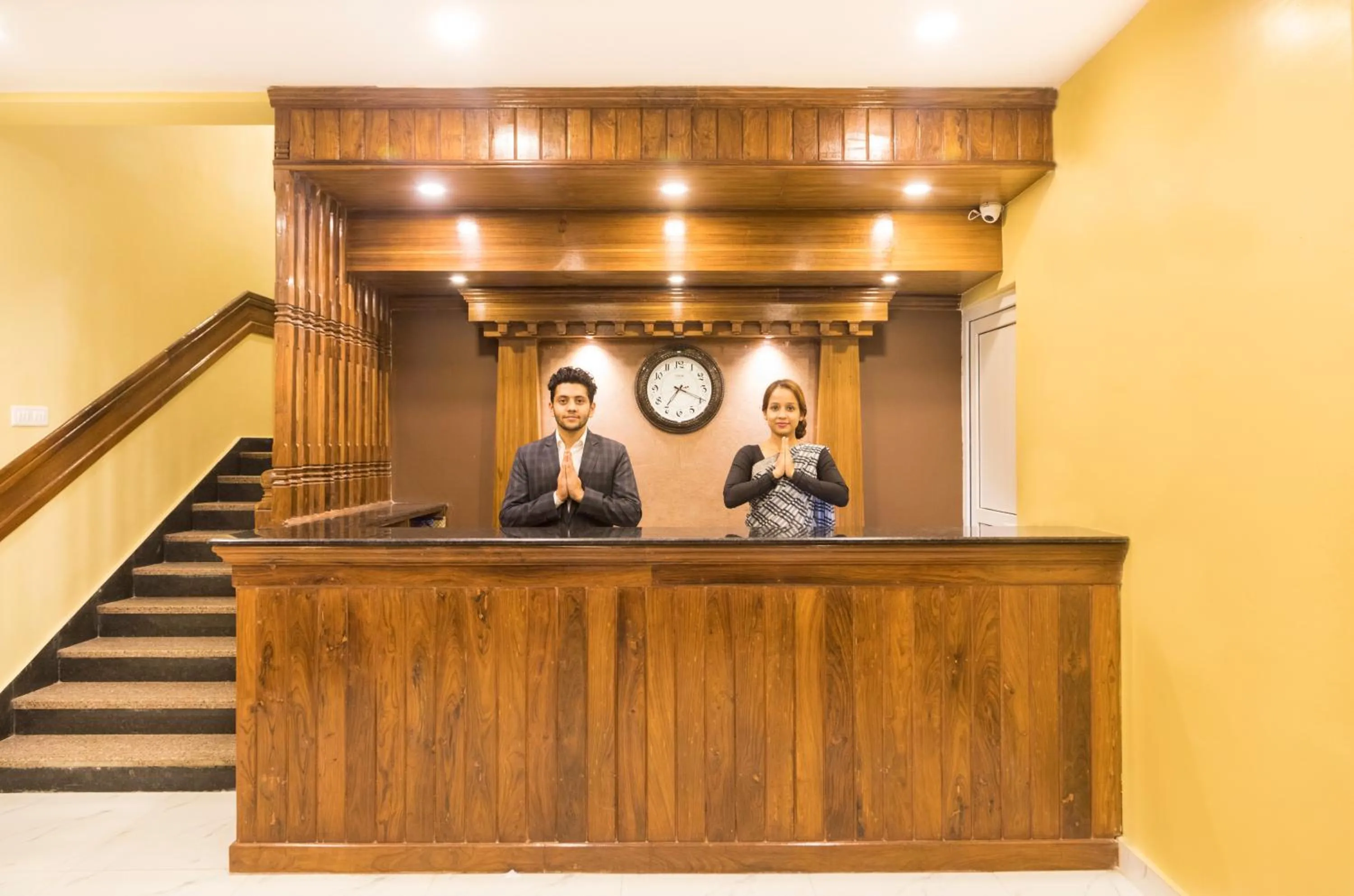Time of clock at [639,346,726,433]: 7:18
